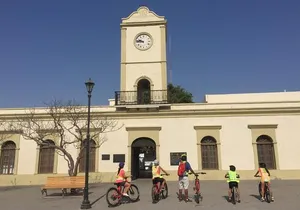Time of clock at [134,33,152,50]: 9:45
